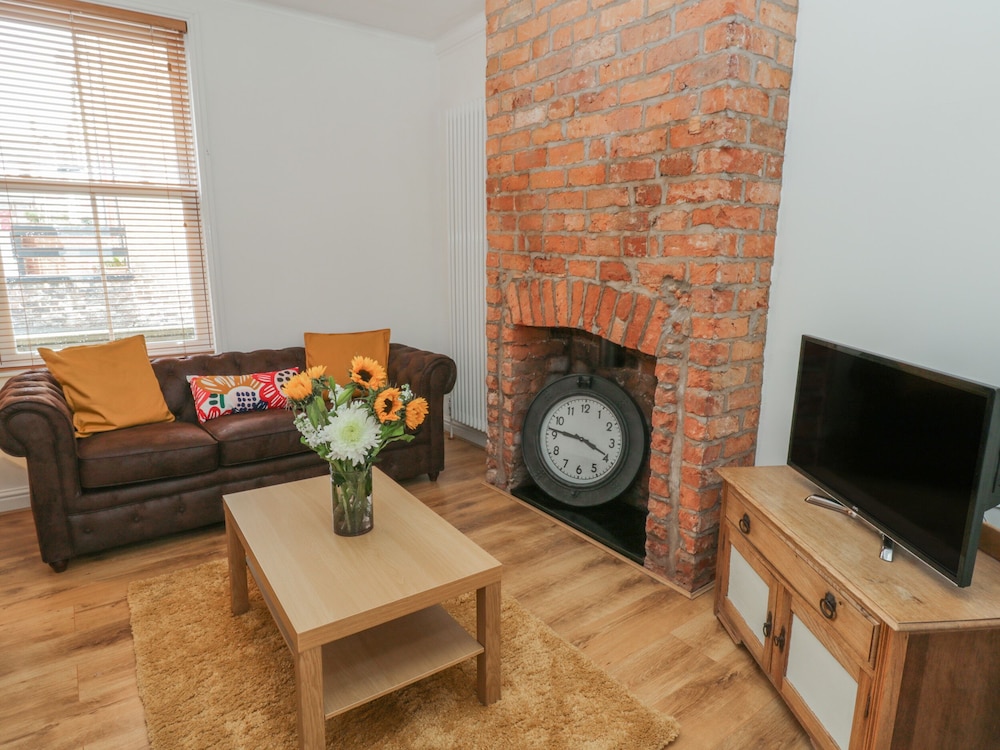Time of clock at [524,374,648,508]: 3:46
